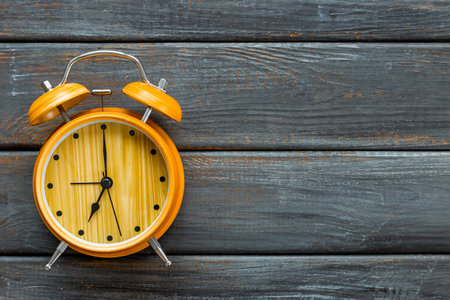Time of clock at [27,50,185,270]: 7:00
